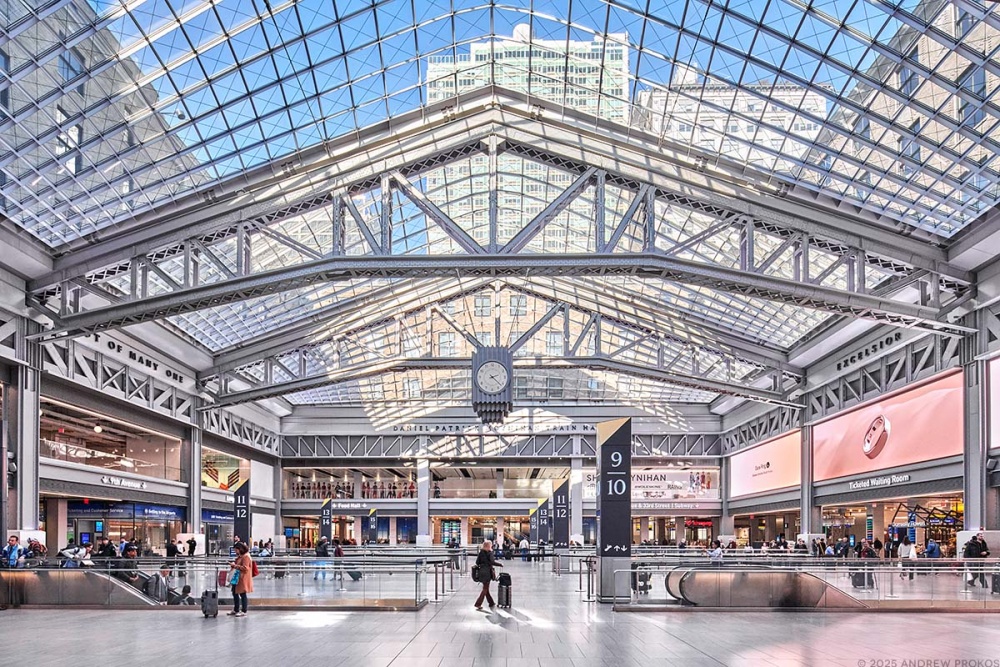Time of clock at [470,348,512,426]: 2:21
